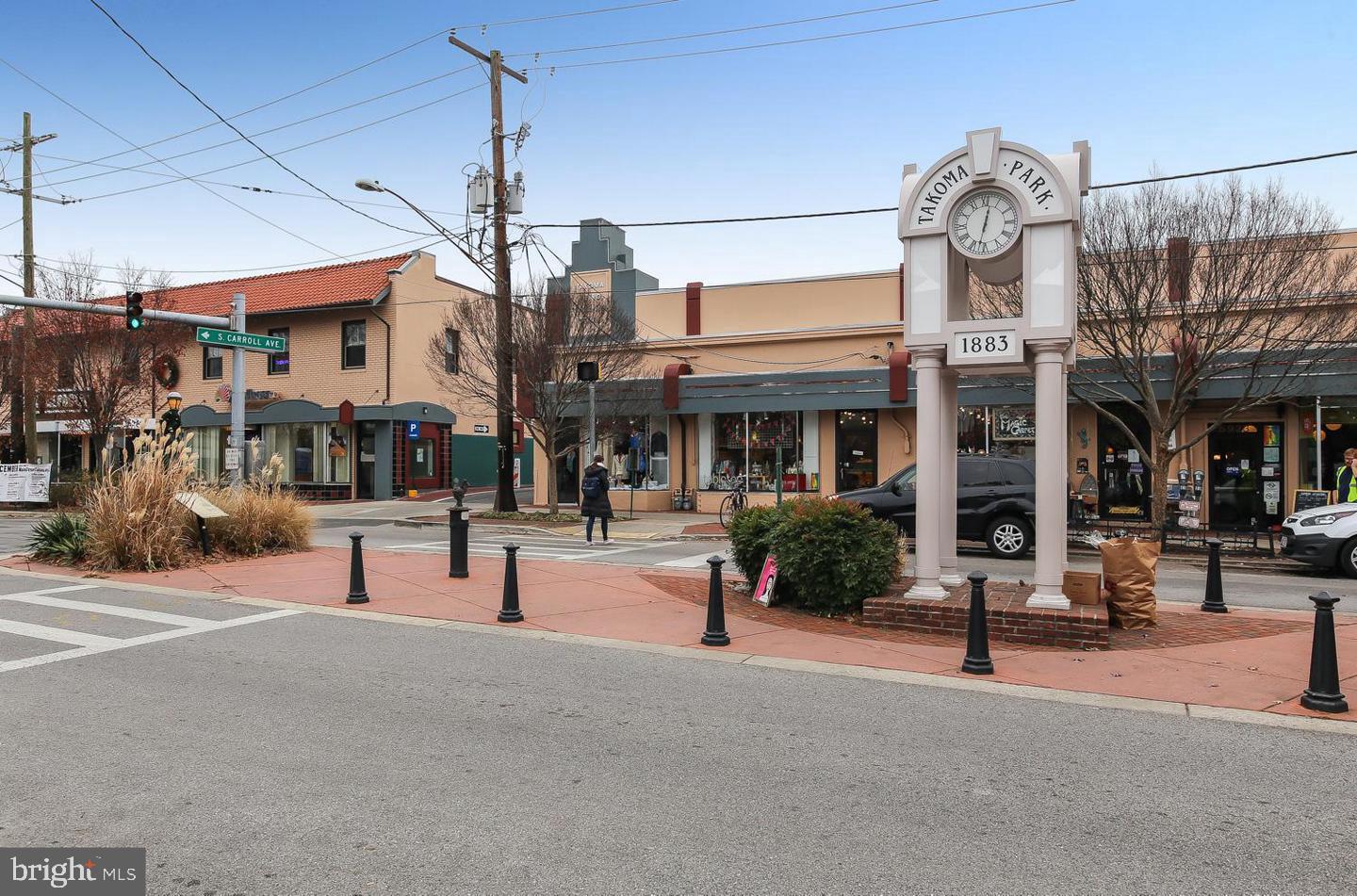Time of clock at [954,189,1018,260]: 12:32
